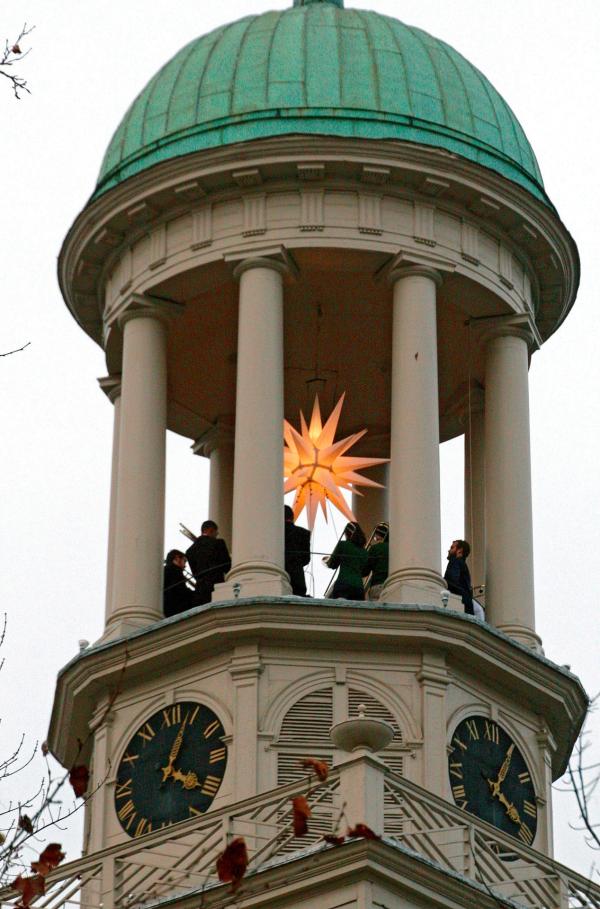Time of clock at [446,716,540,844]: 4:04
